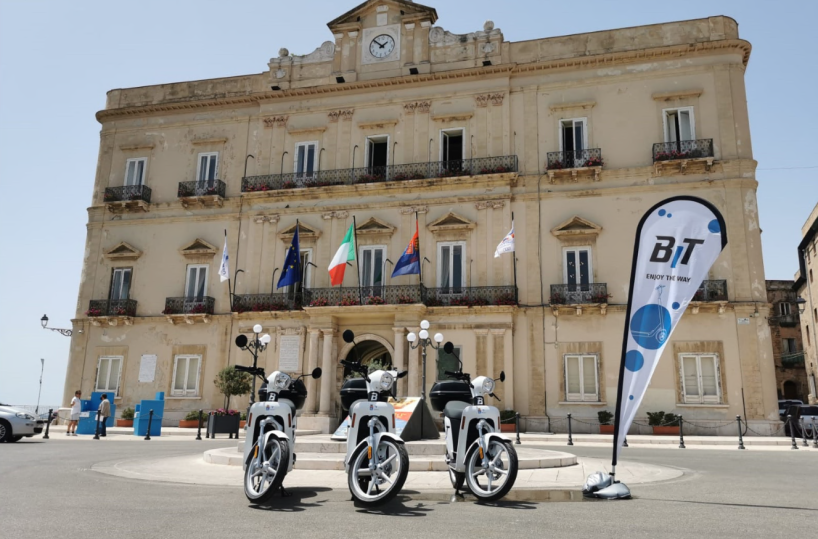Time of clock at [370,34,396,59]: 1:51
